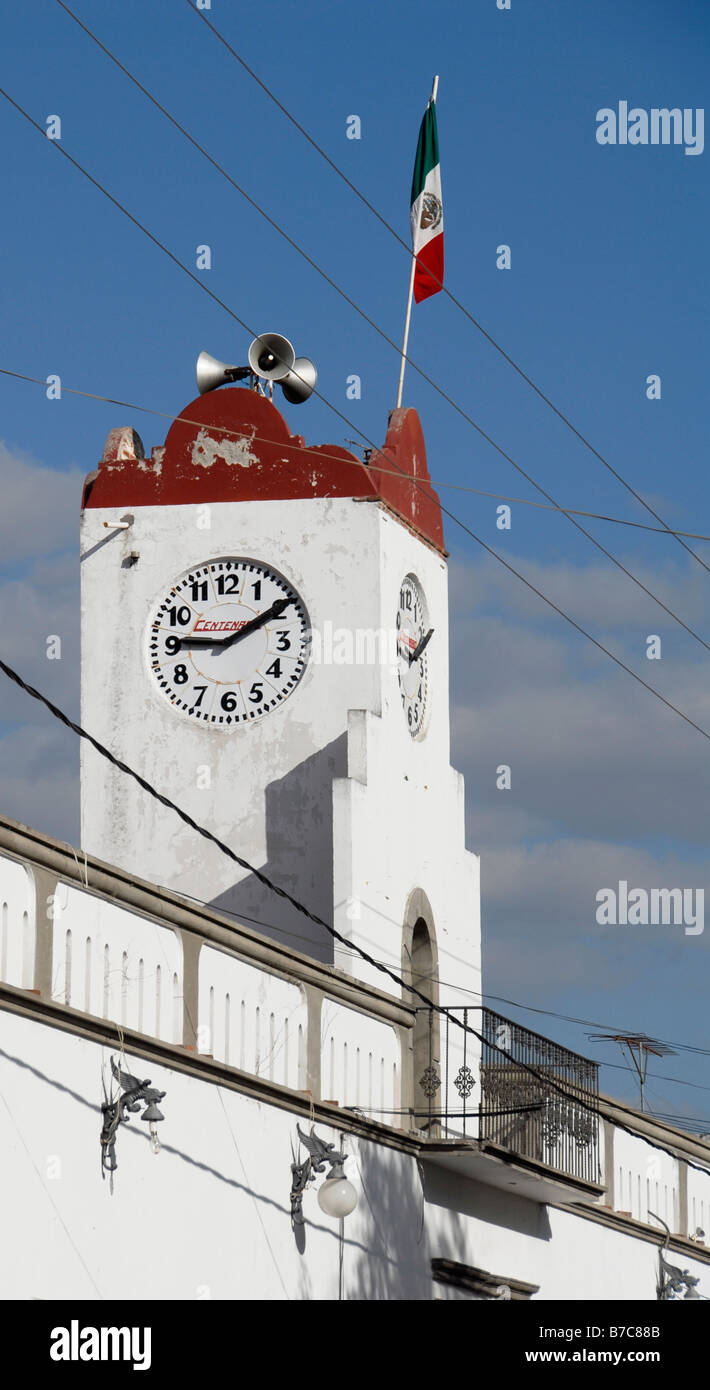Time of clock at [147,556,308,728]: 9:09
